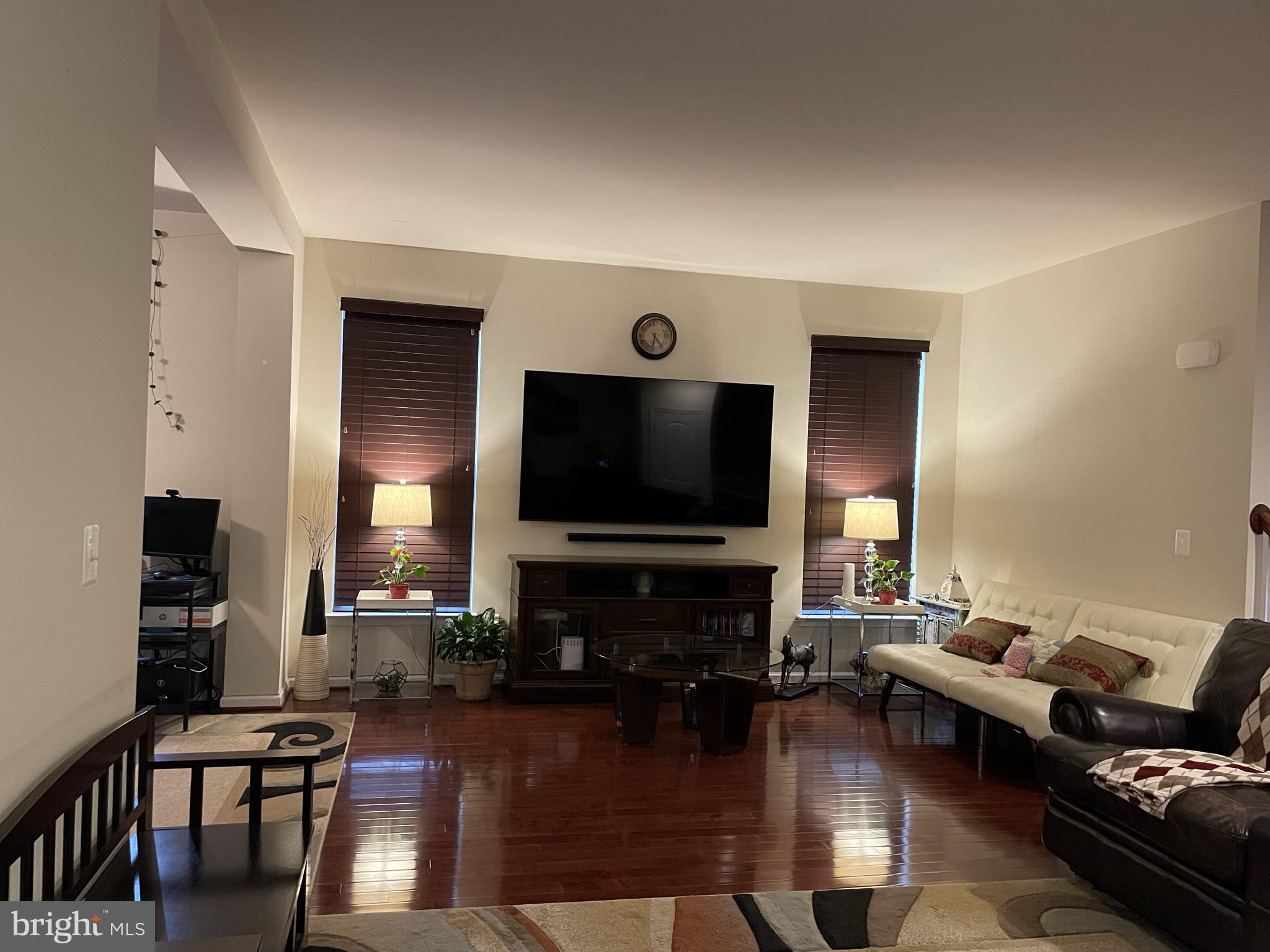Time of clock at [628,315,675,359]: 6:23
